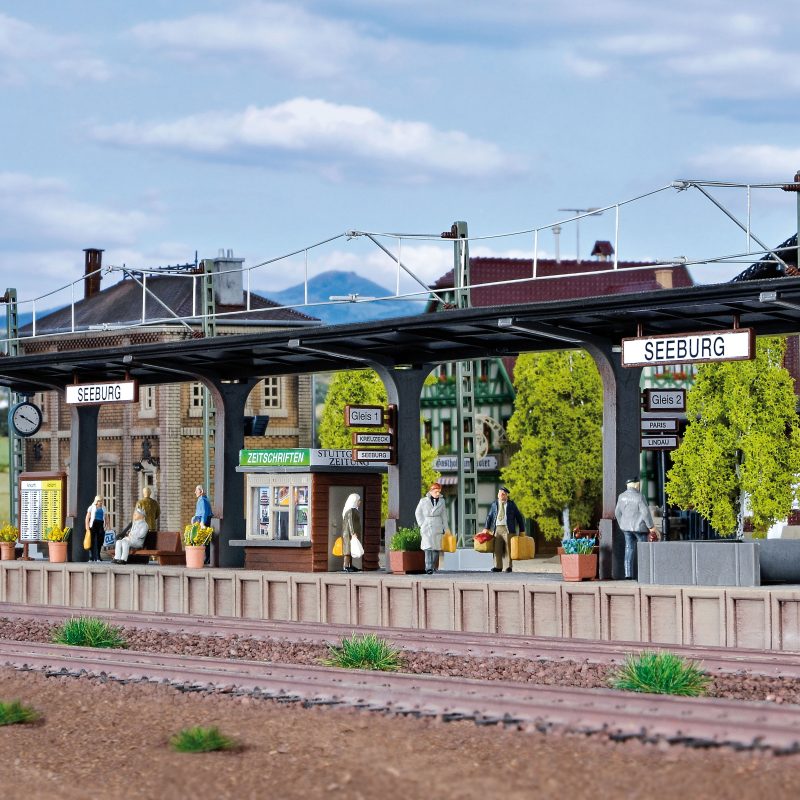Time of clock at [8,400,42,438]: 9:20
